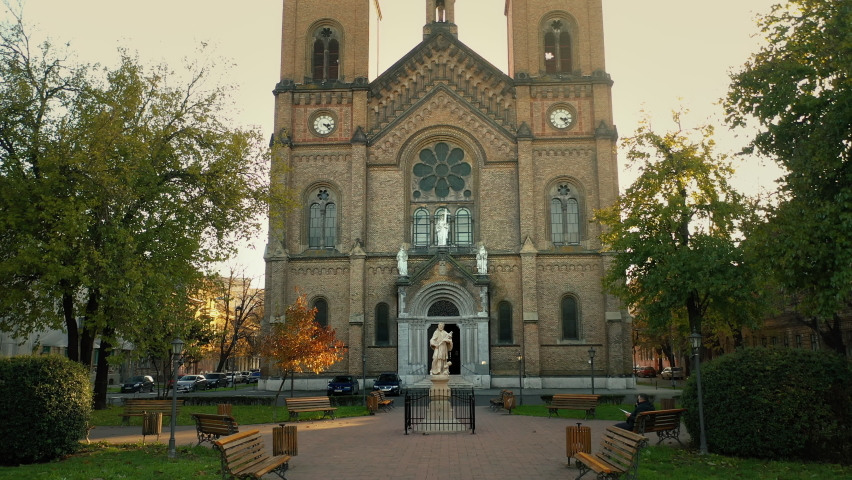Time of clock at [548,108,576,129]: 3:22
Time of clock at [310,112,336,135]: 3:22
